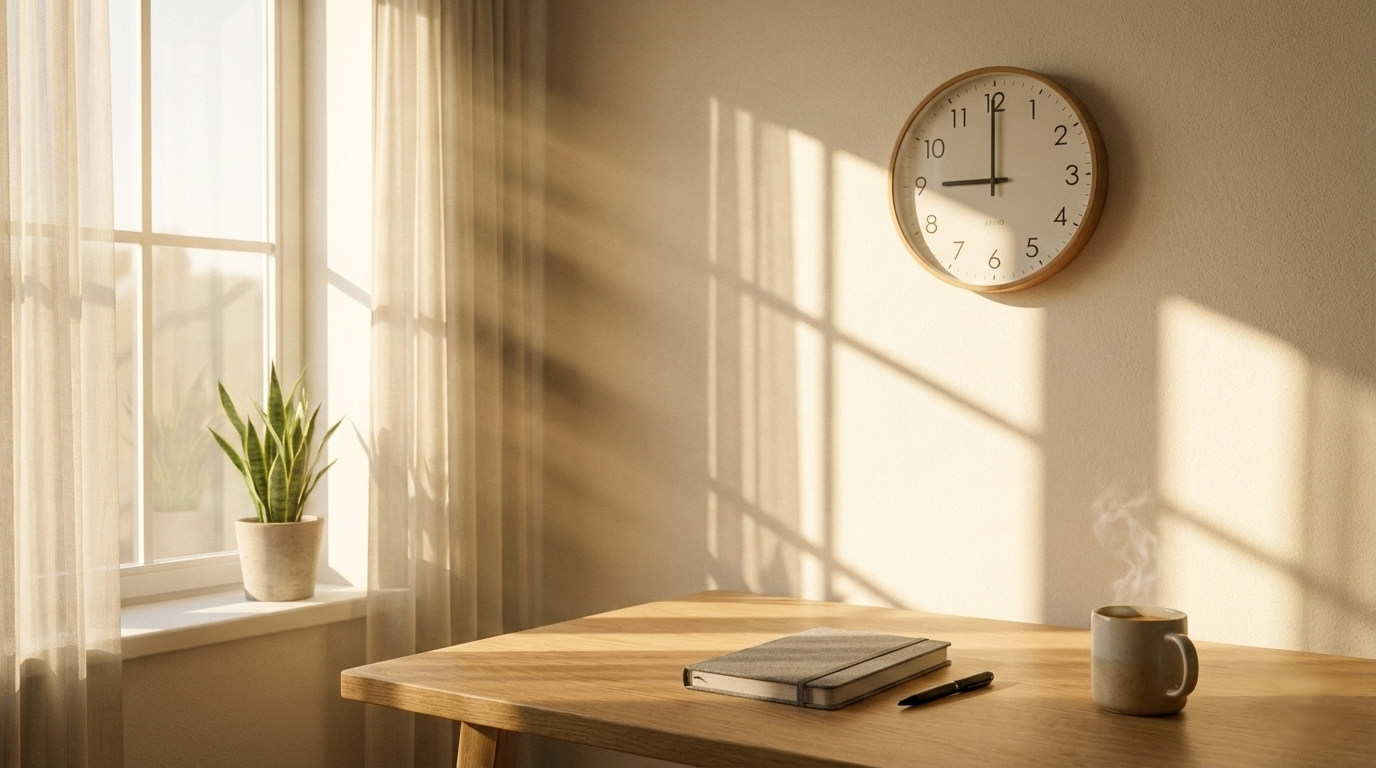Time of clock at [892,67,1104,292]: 9:00
